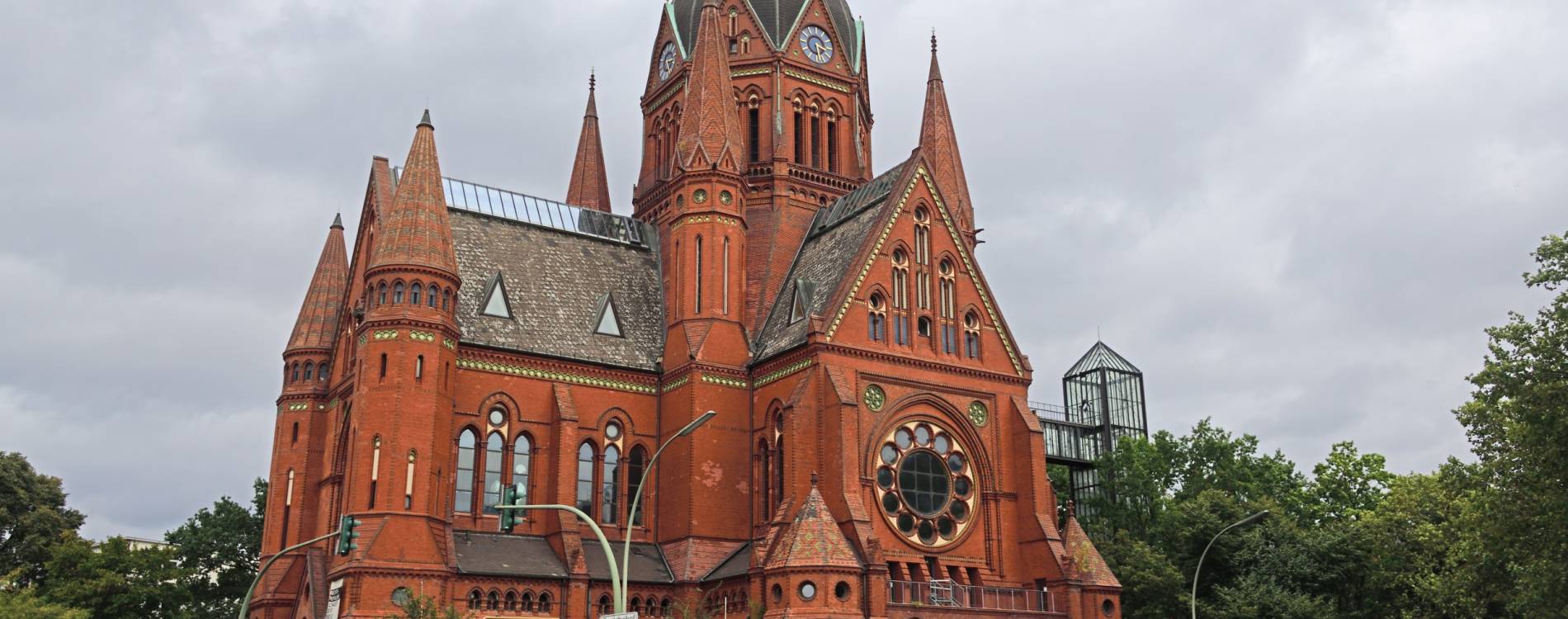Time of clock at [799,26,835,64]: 3:28
